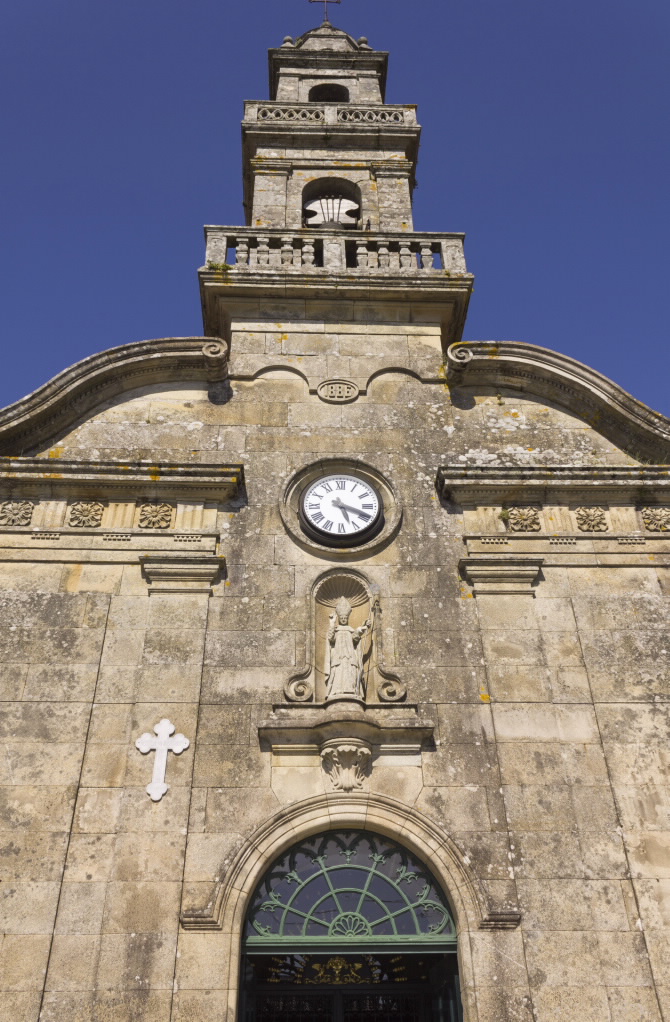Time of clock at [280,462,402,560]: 5:18
